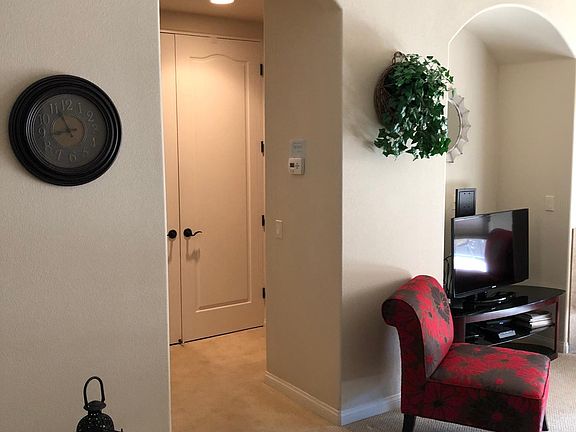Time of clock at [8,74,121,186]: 8:56
